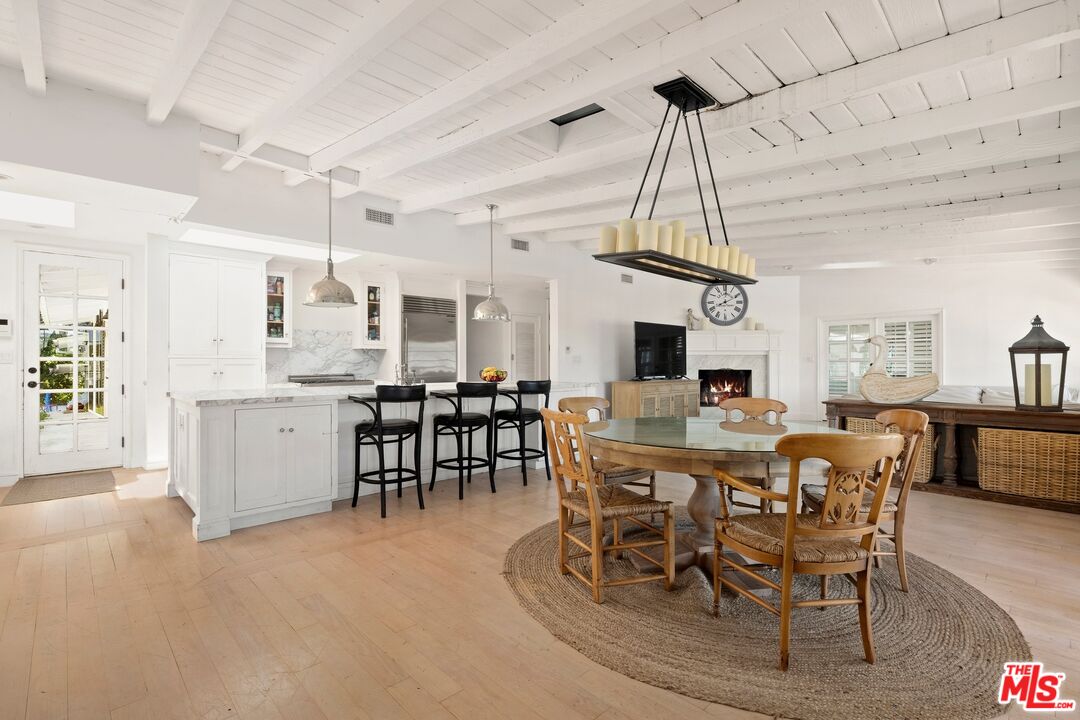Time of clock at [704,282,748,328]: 8:10
